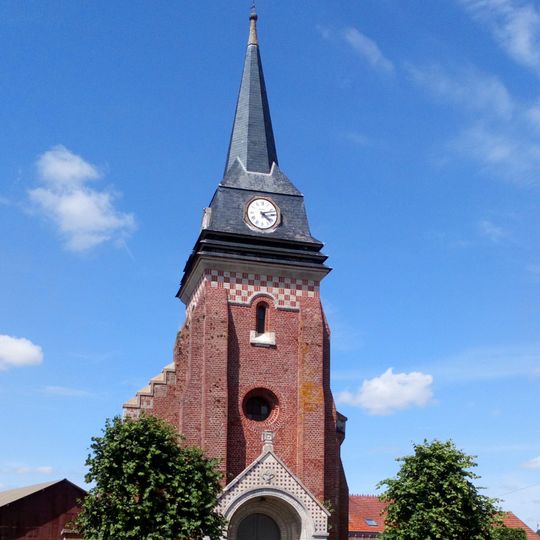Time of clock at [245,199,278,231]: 4:12
